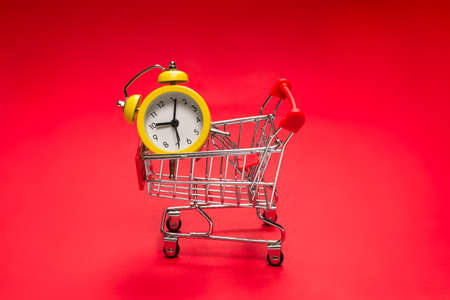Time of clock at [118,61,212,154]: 9:01
